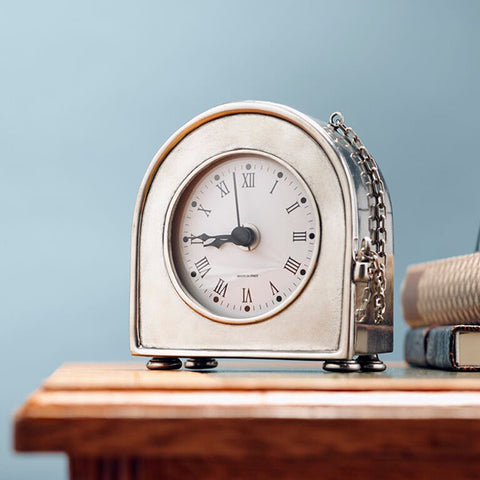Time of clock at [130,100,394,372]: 8:44
